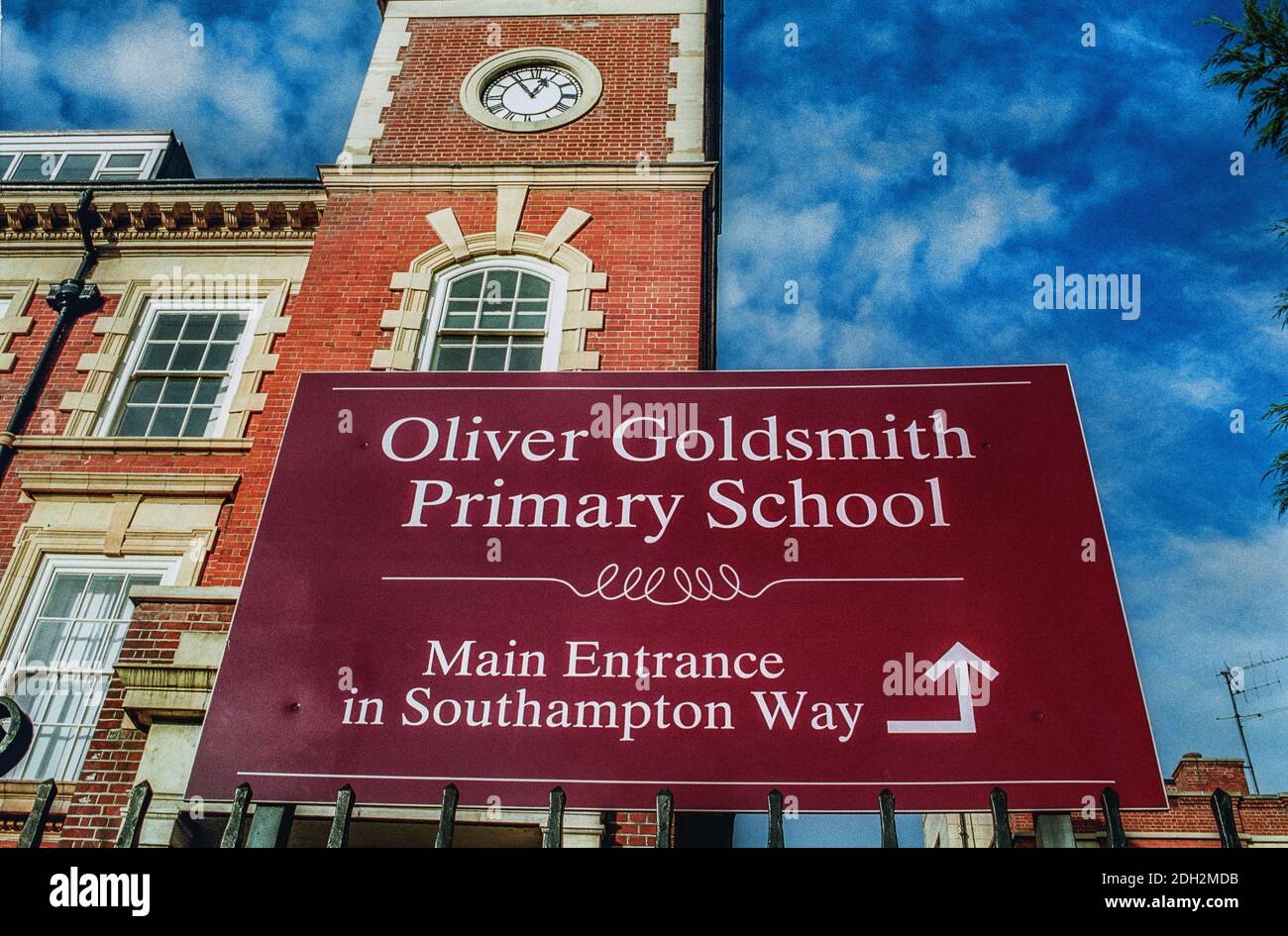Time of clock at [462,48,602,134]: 12:54
